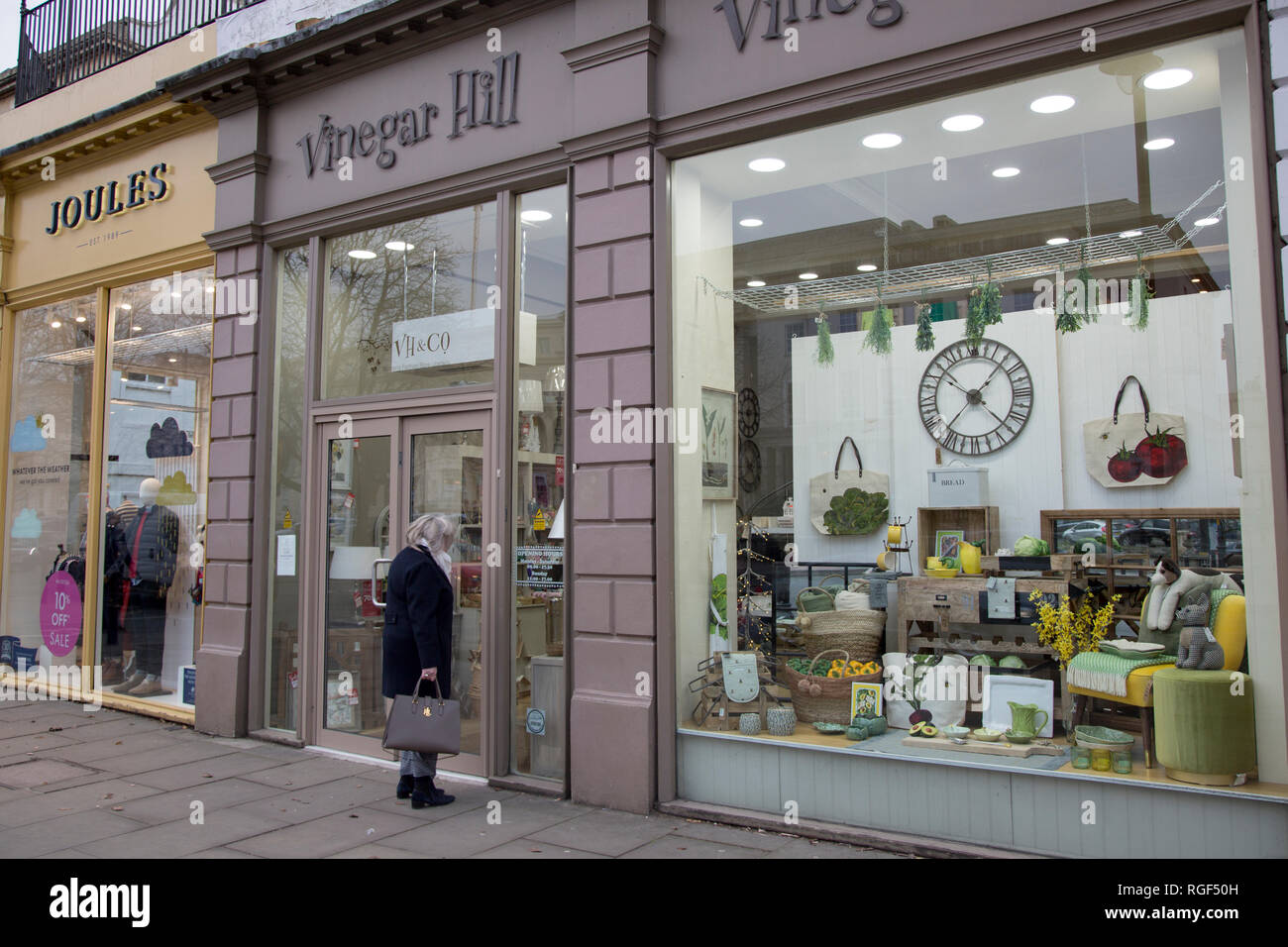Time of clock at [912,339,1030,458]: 10:07
